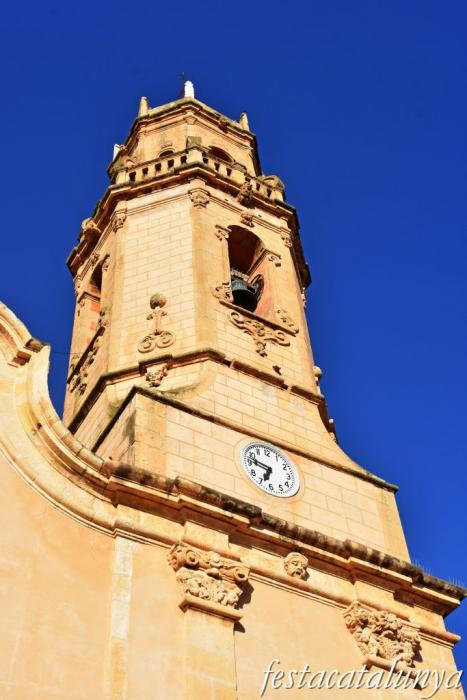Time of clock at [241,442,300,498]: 6:47
